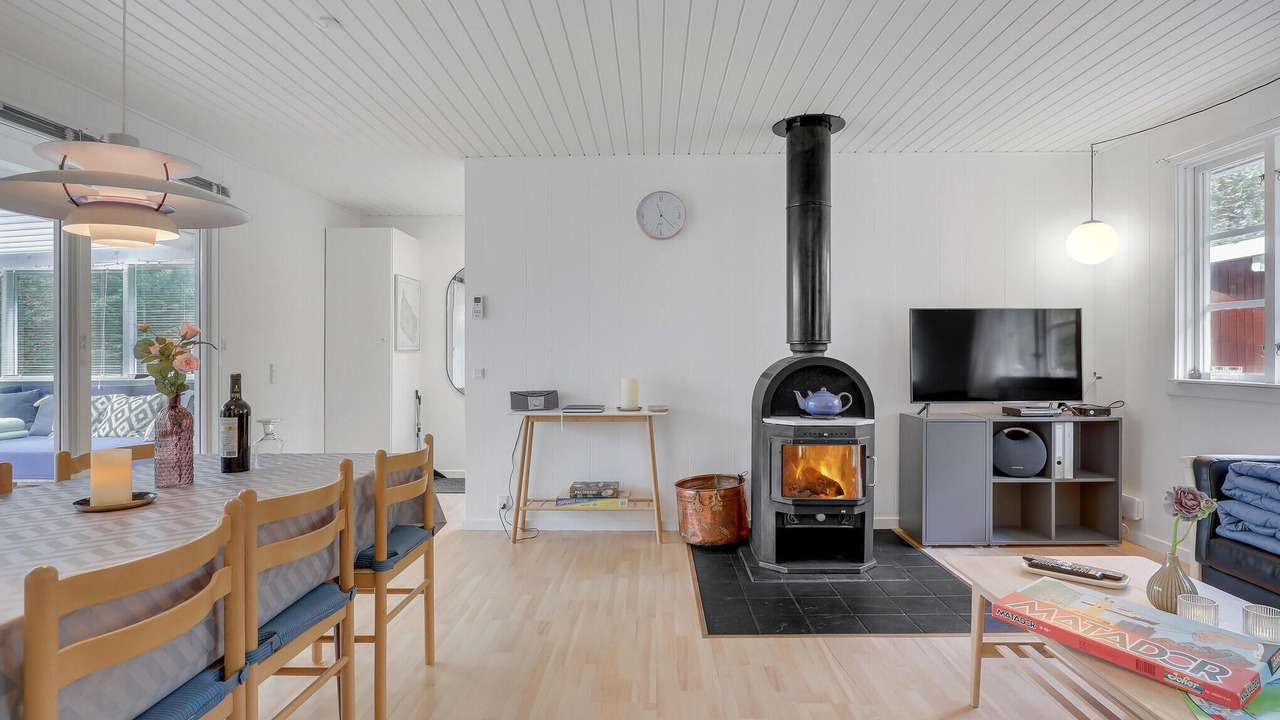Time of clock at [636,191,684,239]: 11:22
